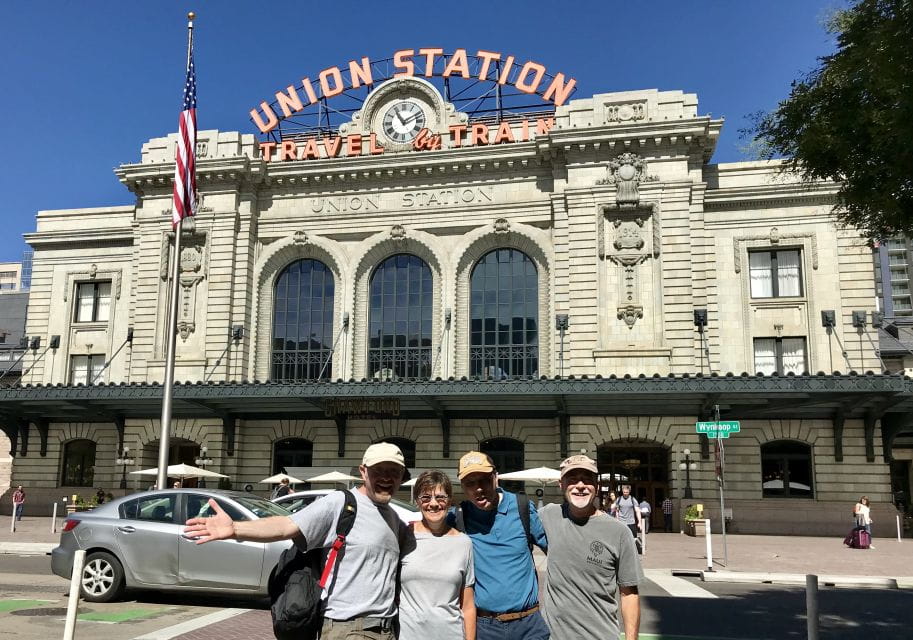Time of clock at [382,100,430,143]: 11:09
